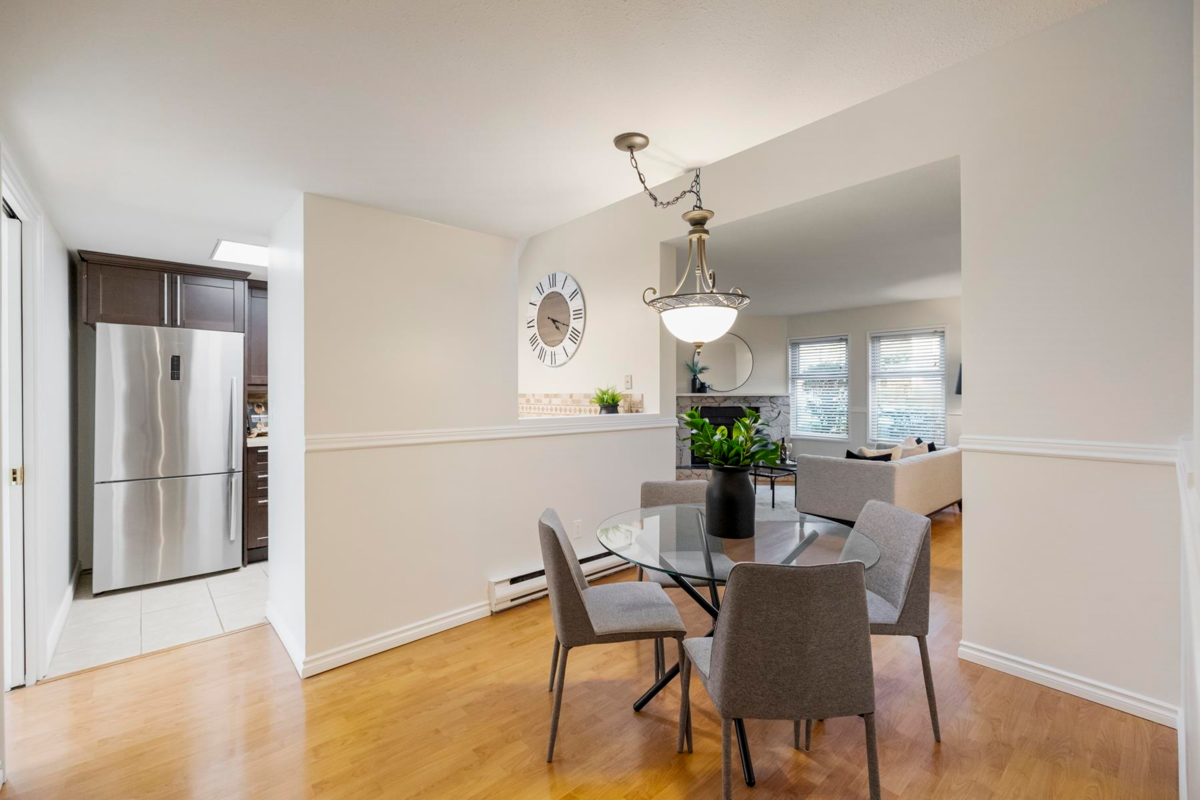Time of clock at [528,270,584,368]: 4:18
